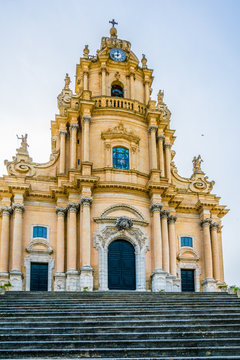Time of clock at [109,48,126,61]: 9:01
